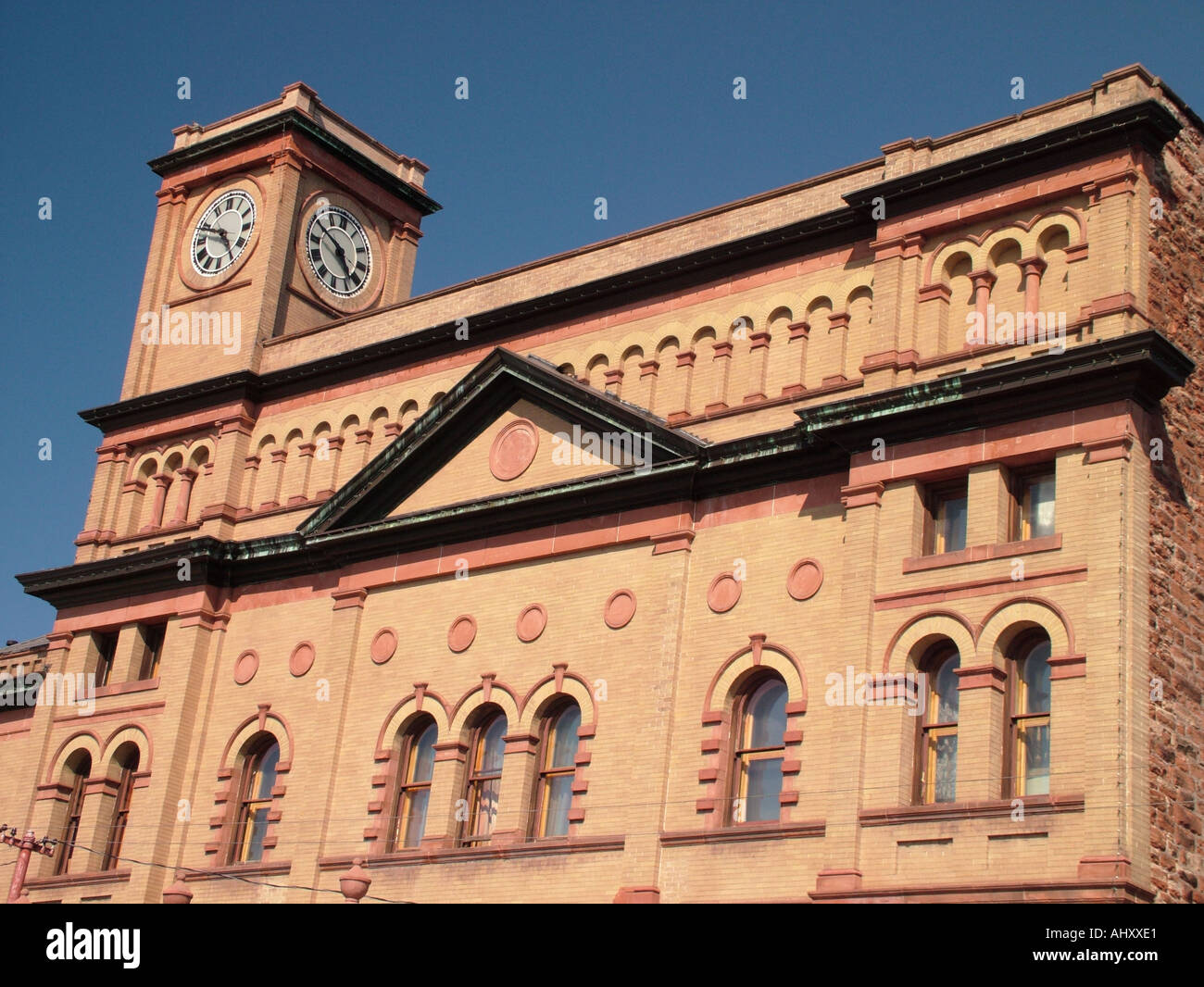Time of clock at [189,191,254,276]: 4:48
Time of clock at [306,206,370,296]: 4:50
